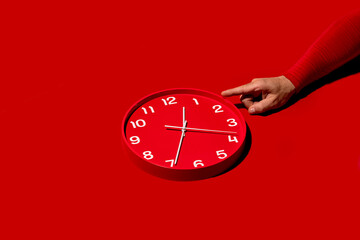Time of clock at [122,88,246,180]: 12:34
